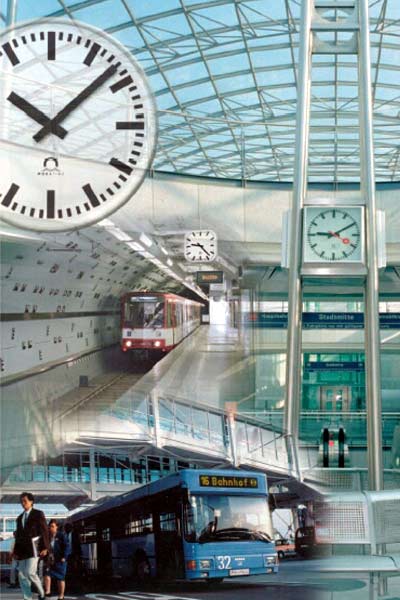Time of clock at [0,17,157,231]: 10:07
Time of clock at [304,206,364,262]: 9:10
